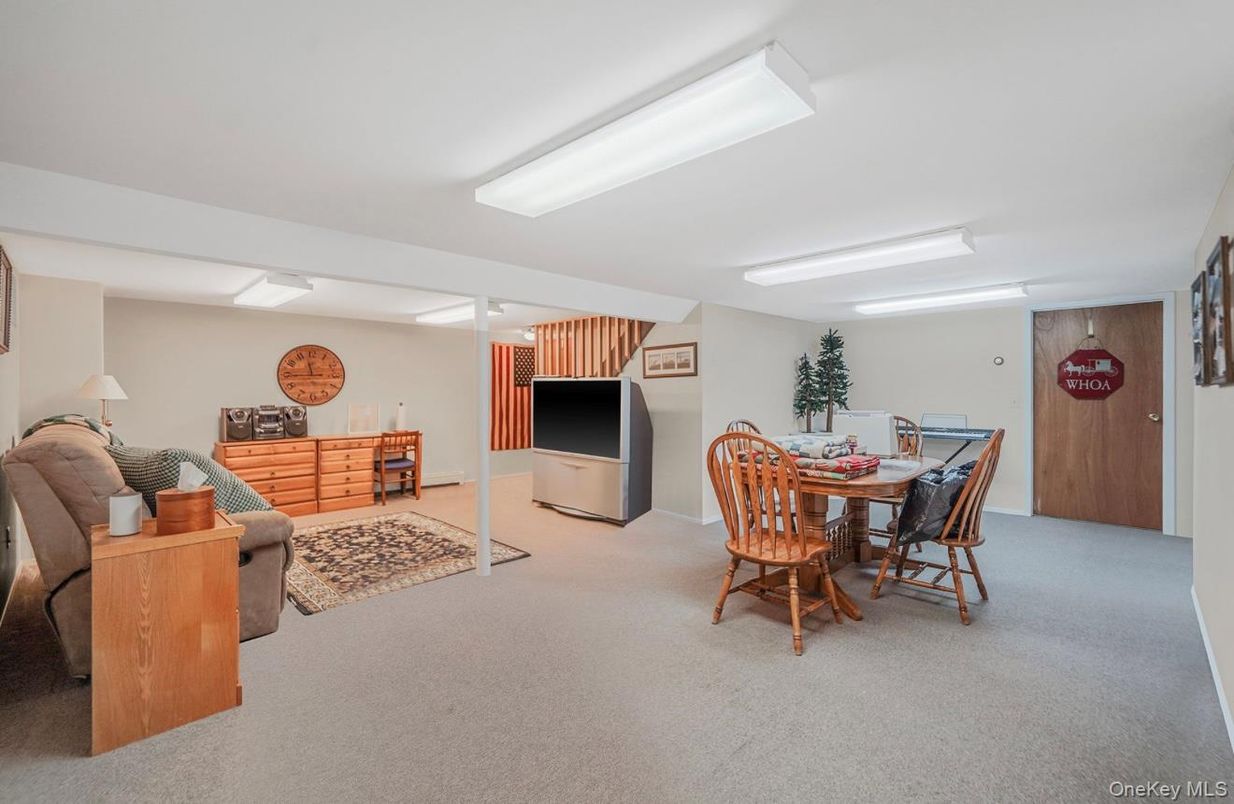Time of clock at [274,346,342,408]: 11:44
